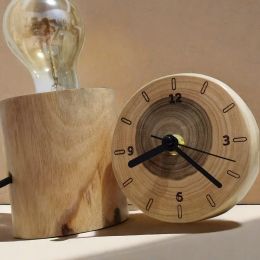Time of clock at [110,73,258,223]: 8:22
